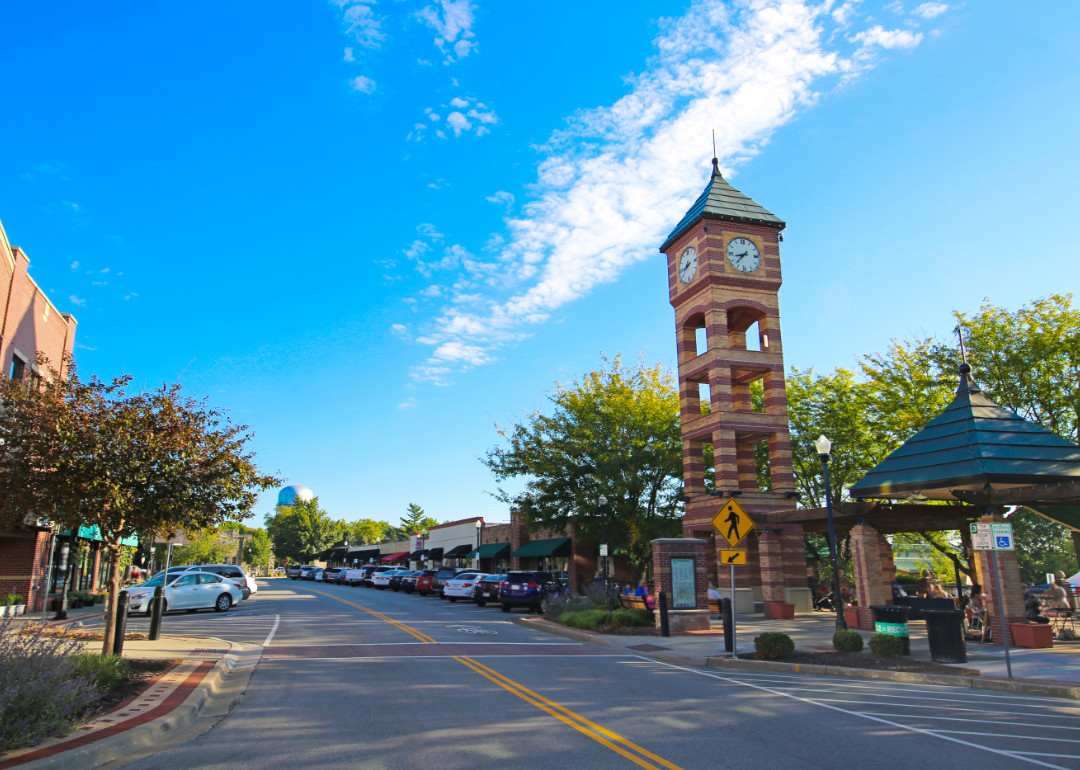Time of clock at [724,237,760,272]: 8:37
